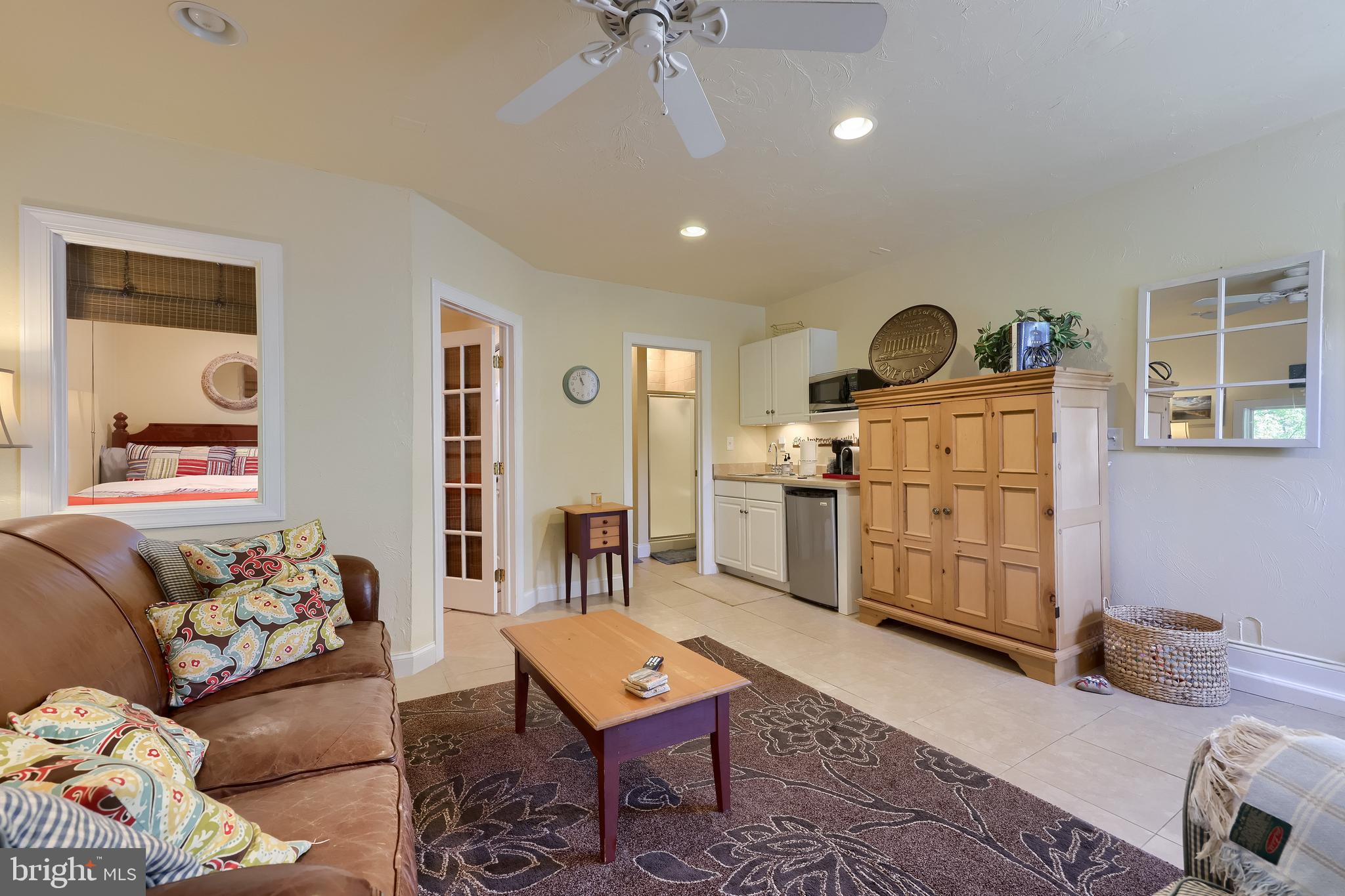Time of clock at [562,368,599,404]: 10:56
